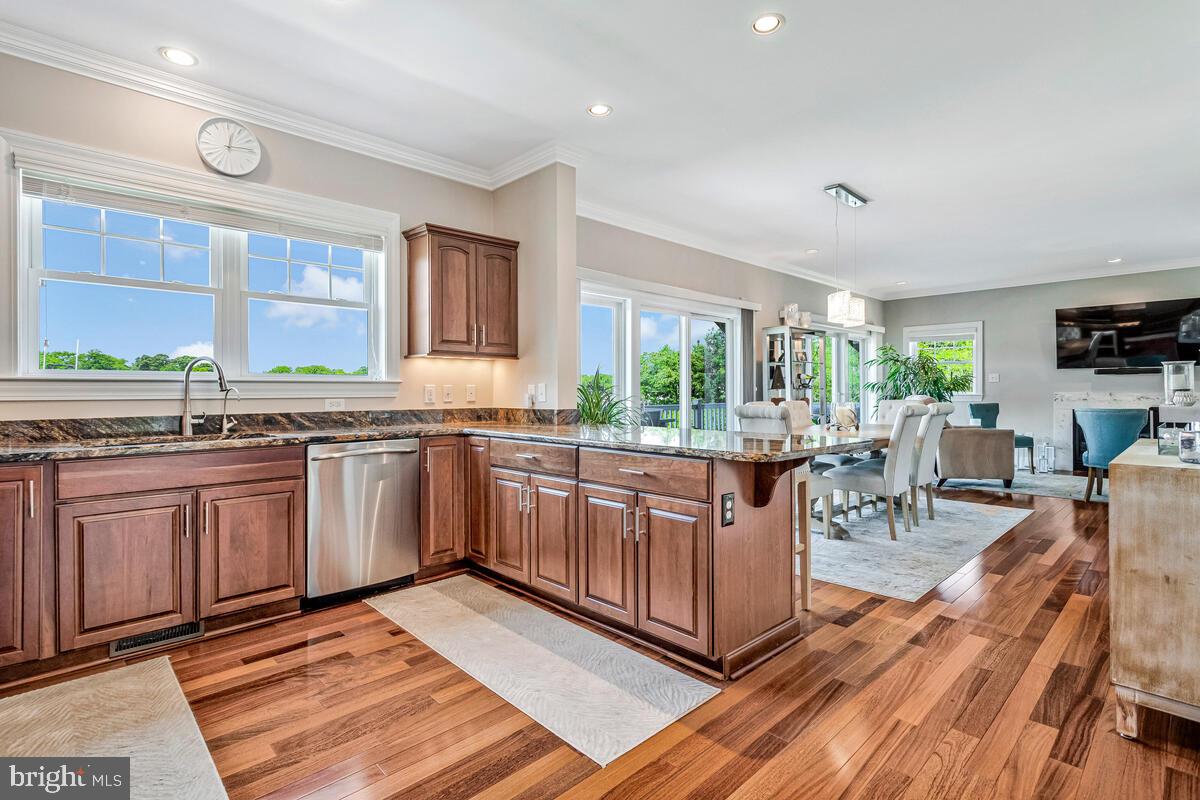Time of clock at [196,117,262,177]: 12:14
